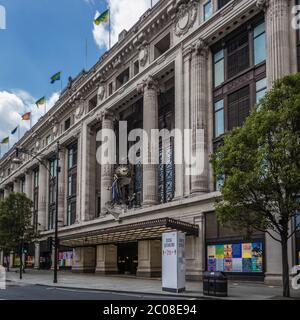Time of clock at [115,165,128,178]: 3:12
